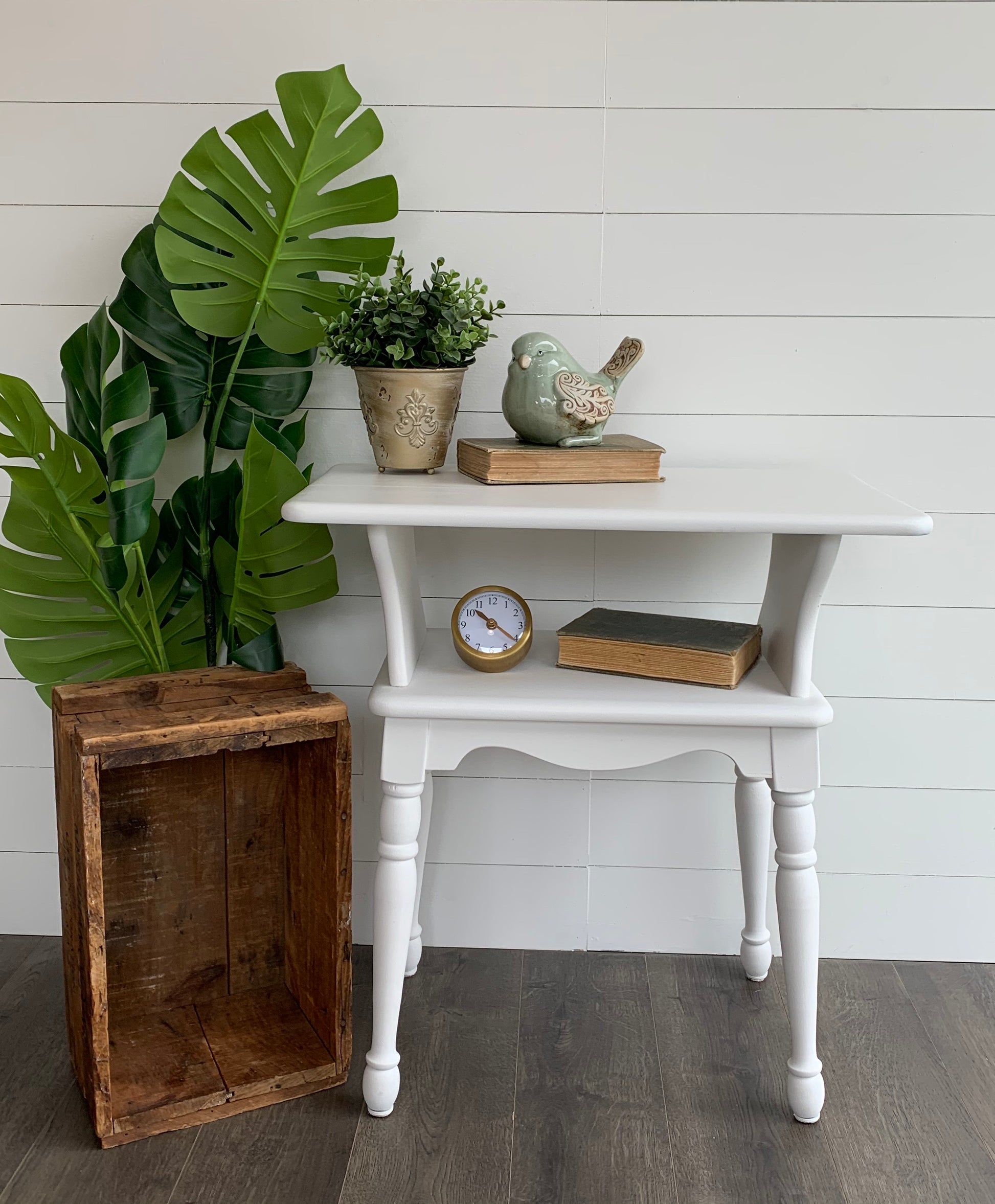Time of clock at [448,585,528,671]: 10:21
